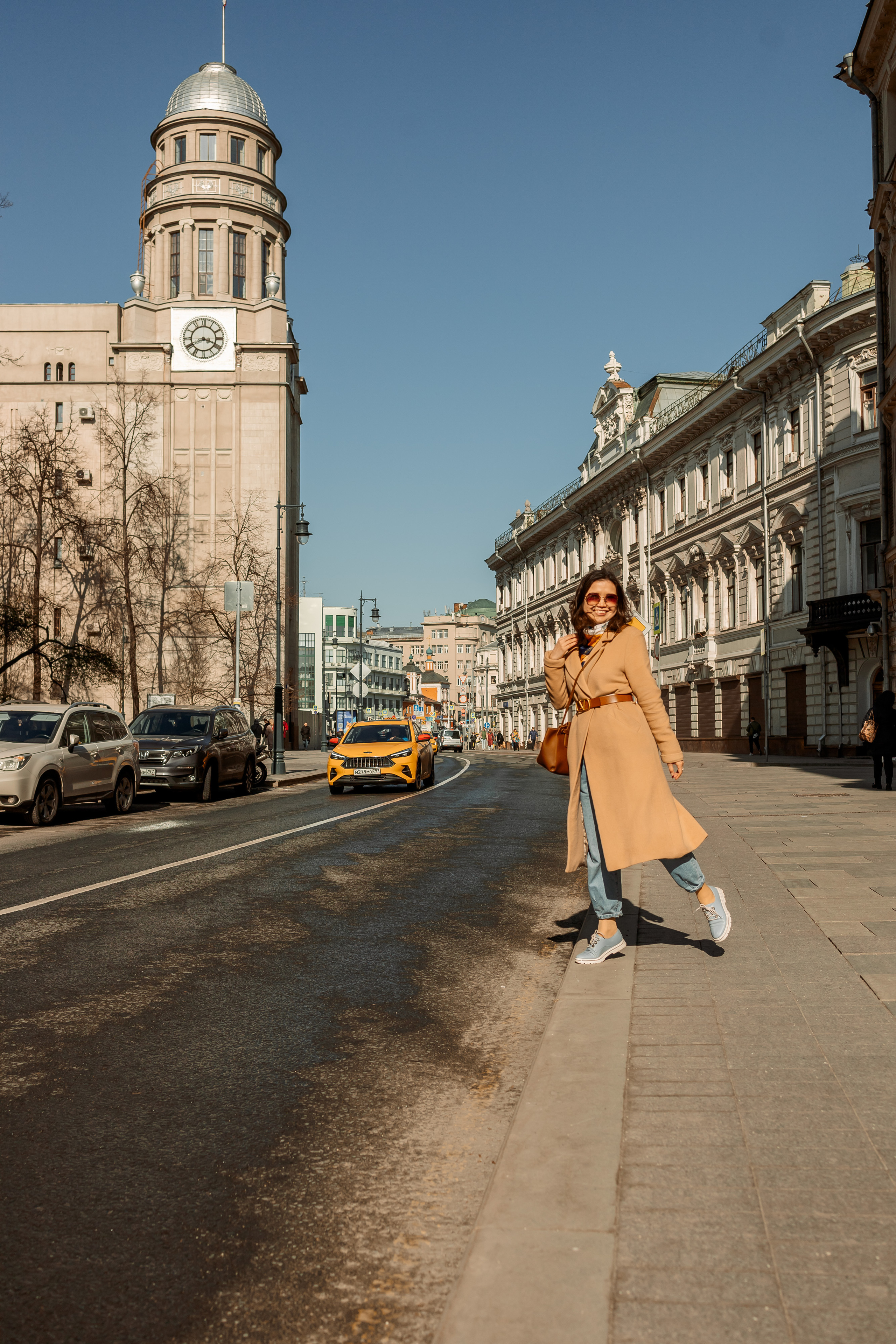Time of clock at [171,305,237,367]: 3:40
